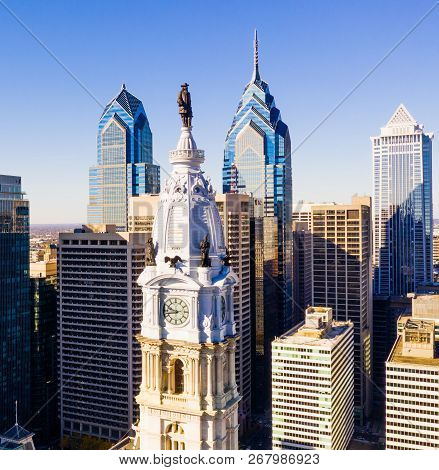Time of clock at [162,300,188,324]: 9:42
